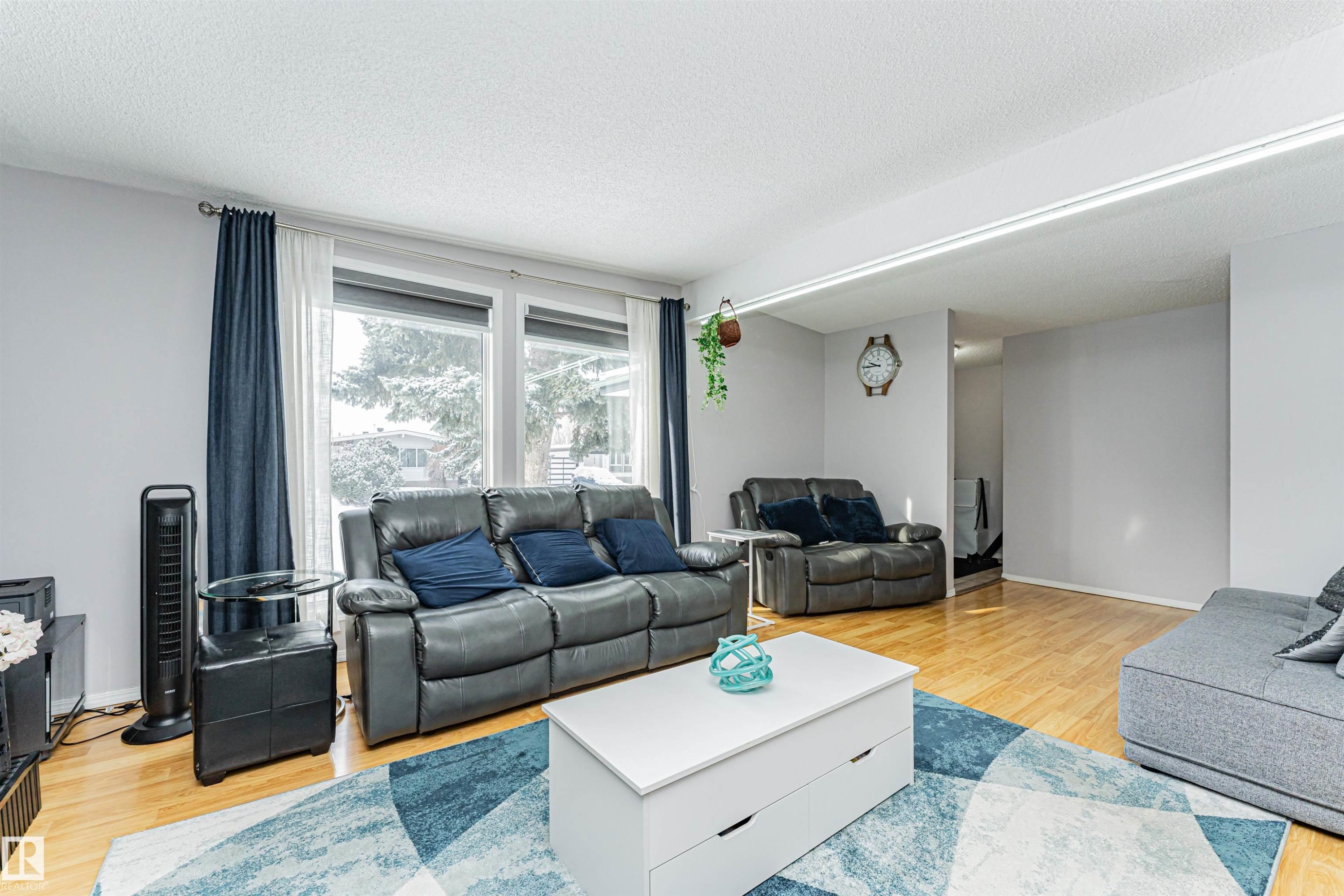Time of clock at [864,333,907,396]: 9:44
